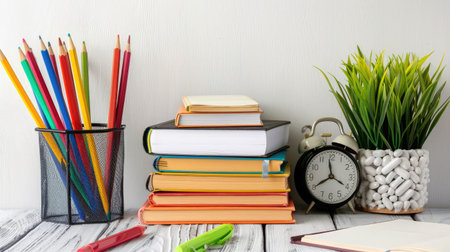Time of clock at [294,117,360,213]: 11:40
